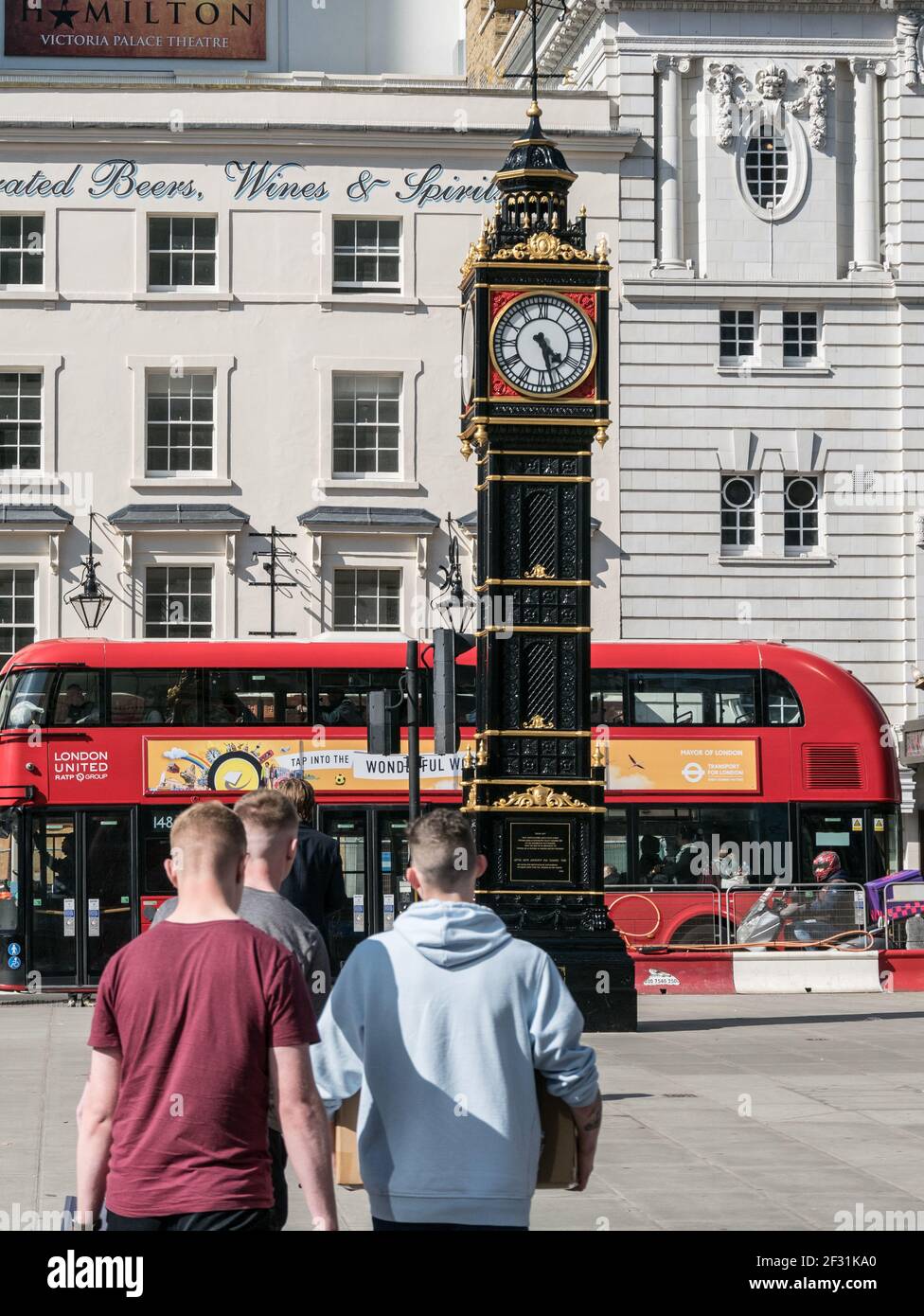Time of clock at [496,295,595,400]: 4:27
